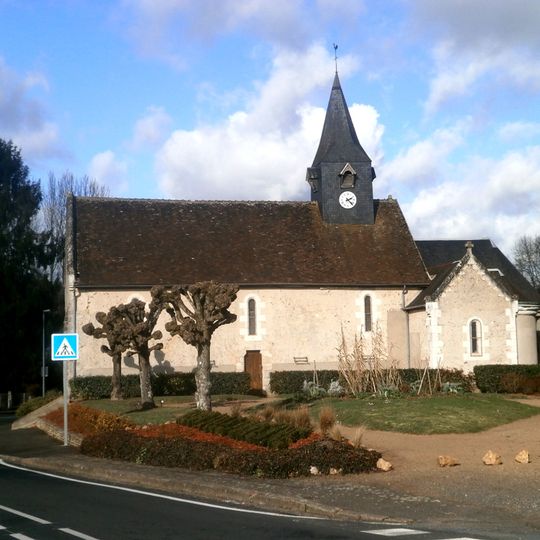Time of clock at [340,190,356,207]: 2:22
